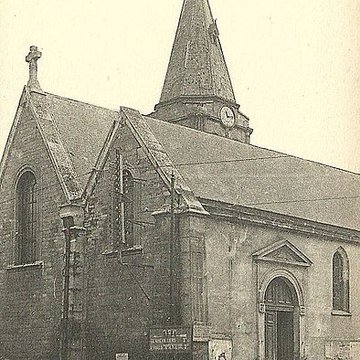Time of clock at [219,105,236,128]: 11:13
